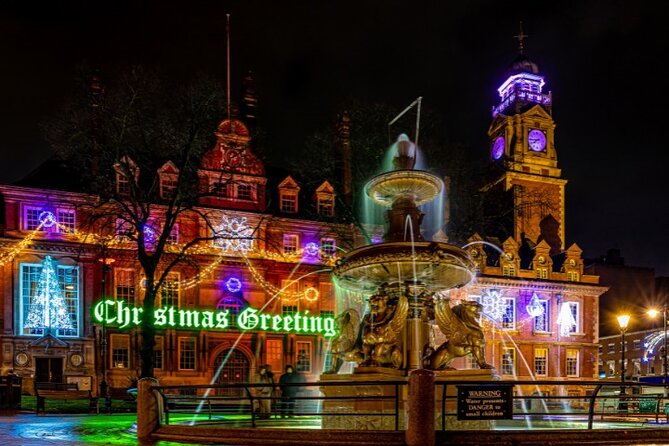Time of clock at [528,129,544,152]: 7:44
